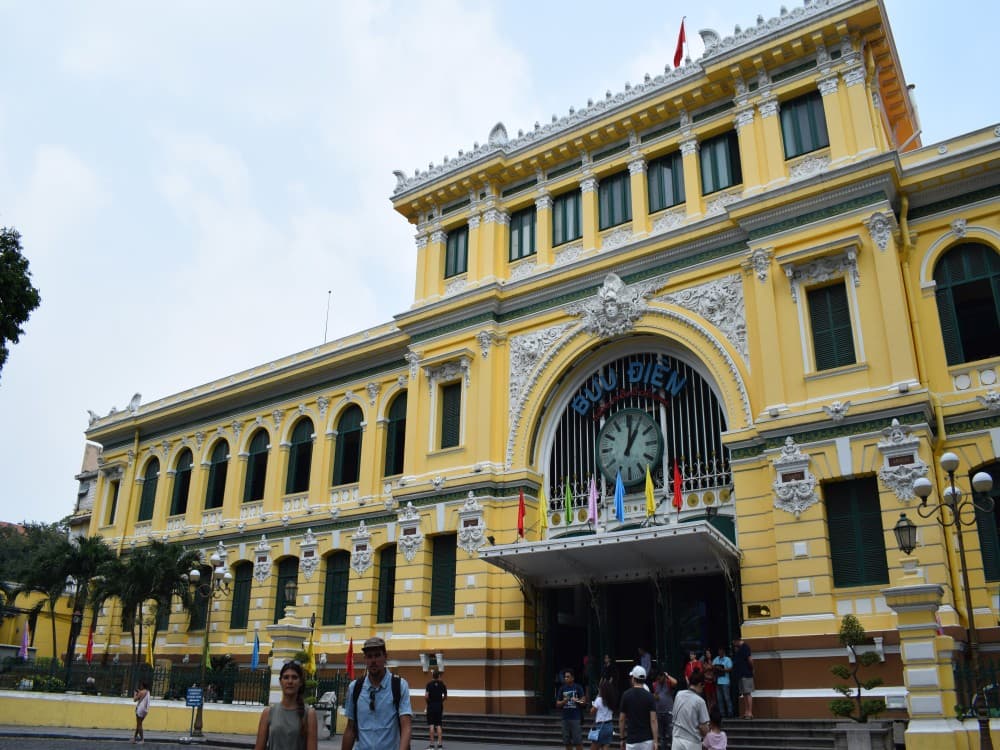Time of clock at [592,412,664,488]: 1:01
